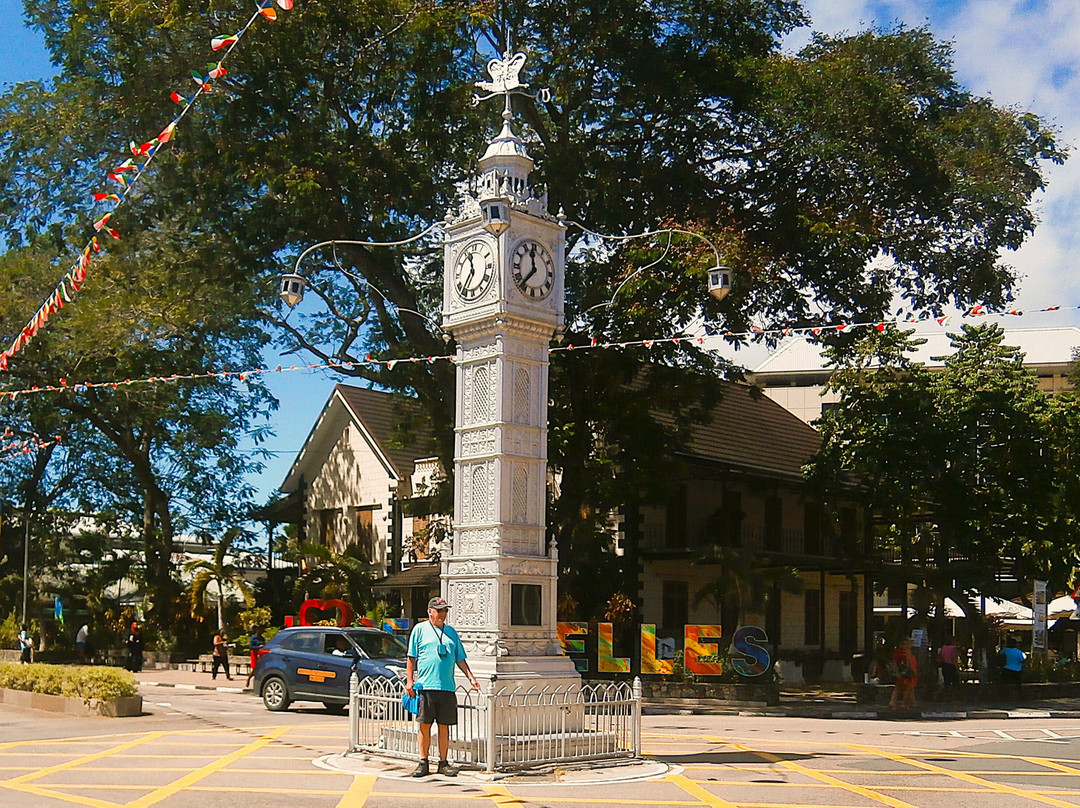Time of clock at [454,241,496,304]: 11:36
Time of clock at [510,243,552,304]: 11:37
